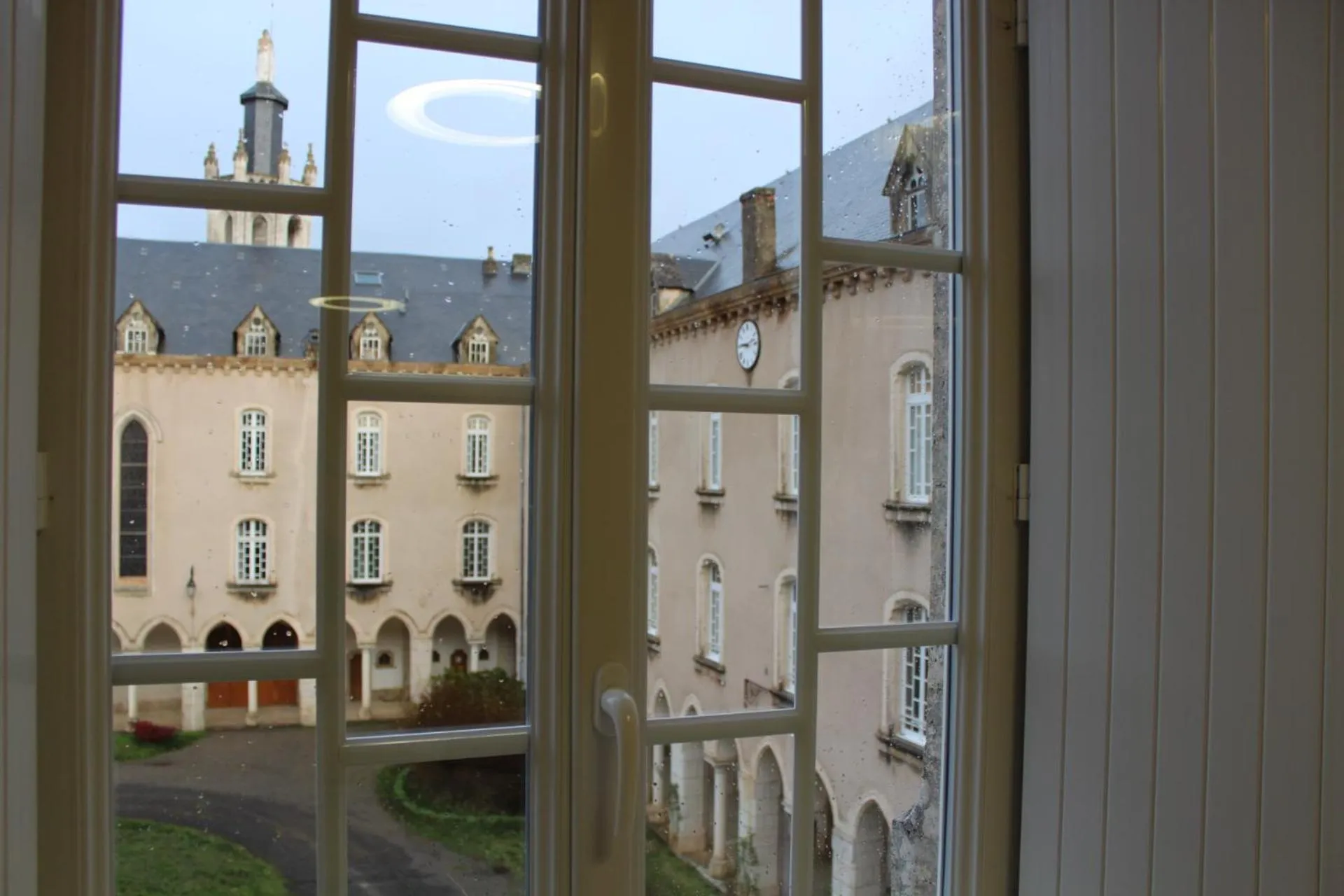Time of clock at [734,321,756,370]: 9:12
